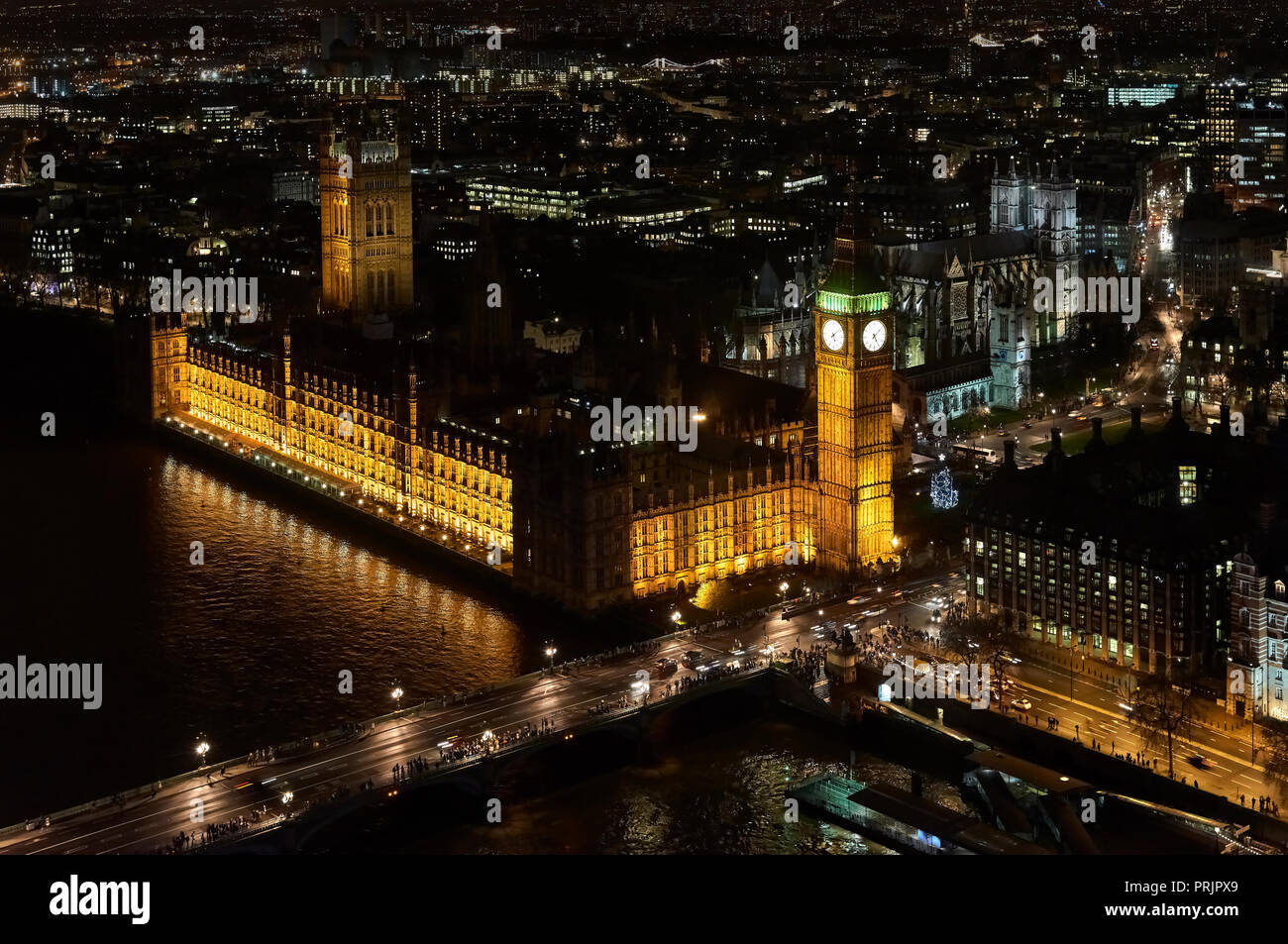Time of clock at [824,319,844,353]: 5:08
